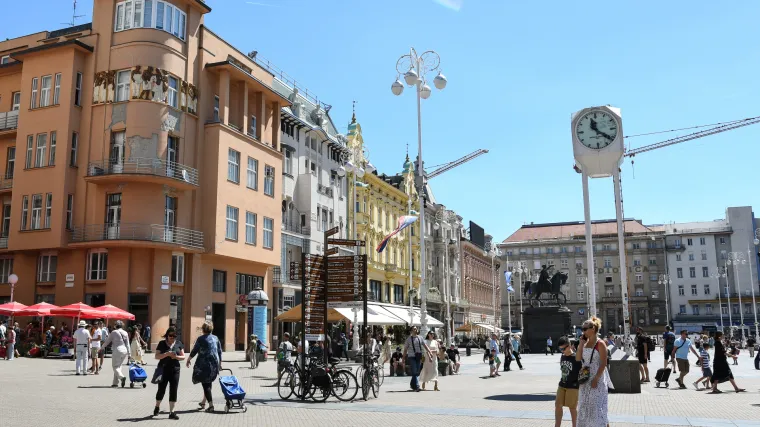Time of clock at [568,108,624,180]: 11:21
